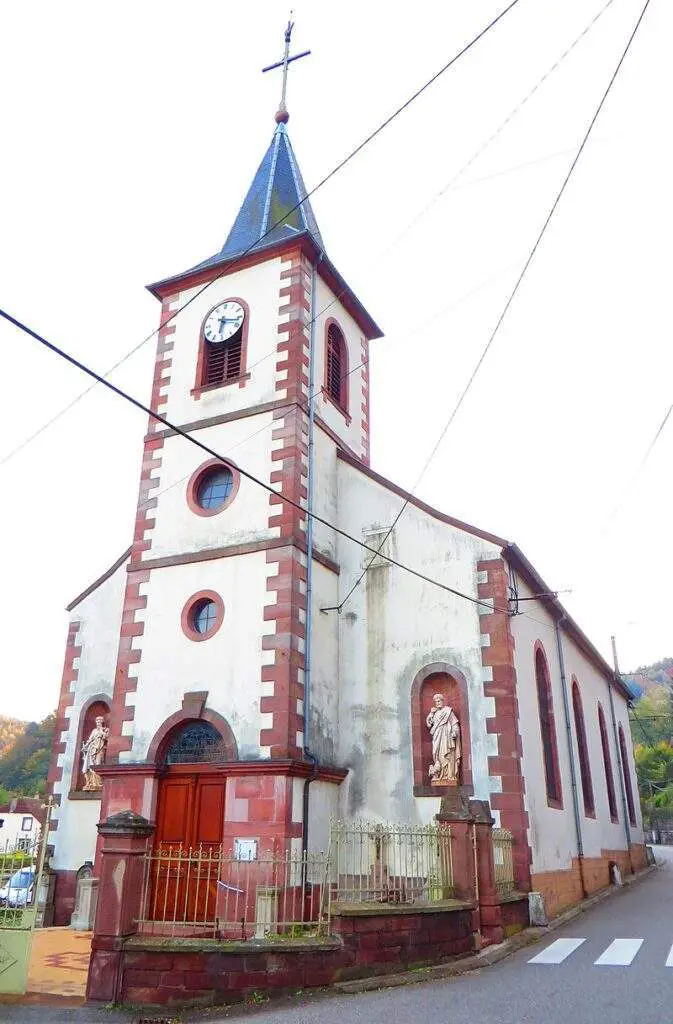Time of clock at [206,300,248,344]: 6:17
